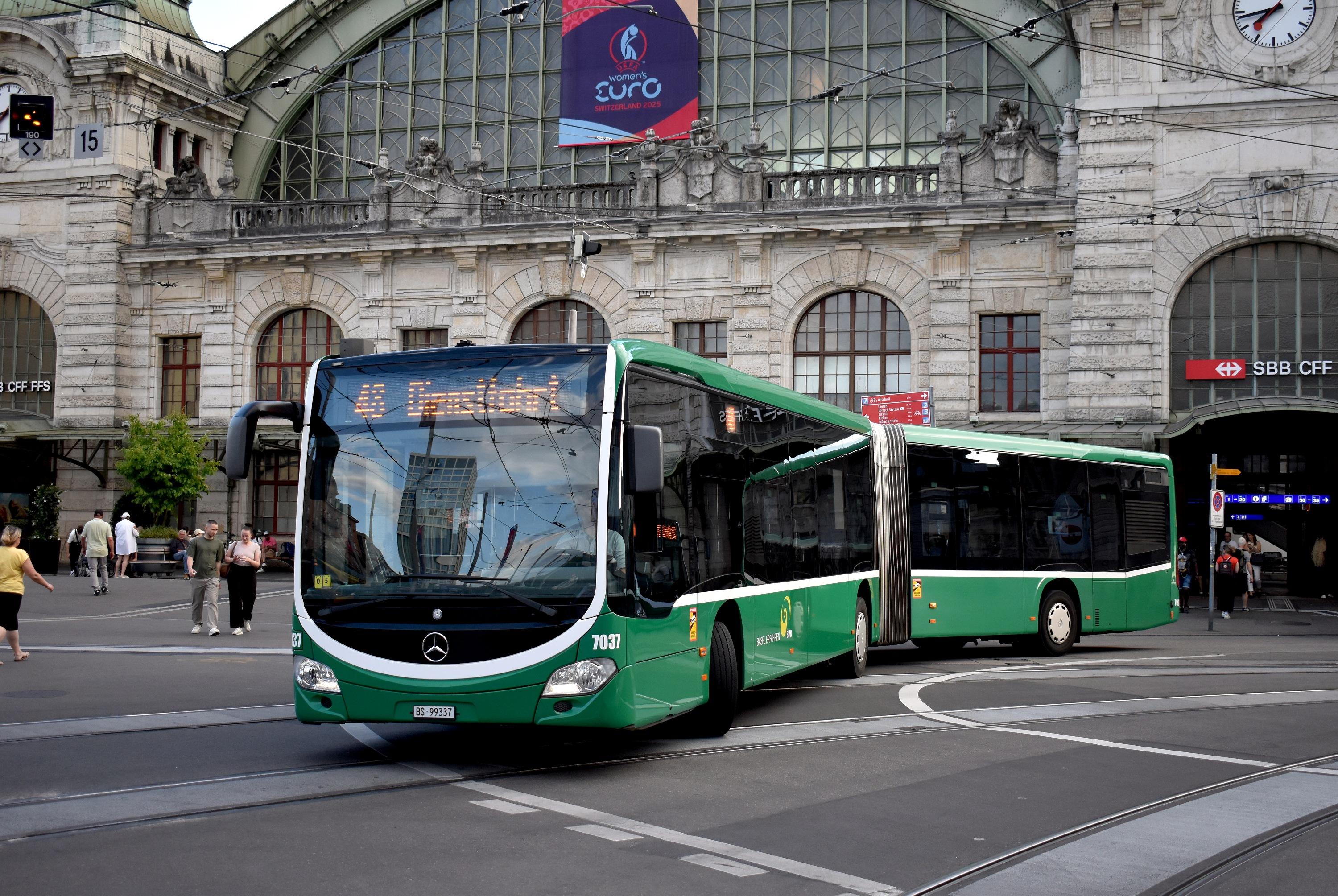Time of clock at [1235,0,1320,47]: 7:43
